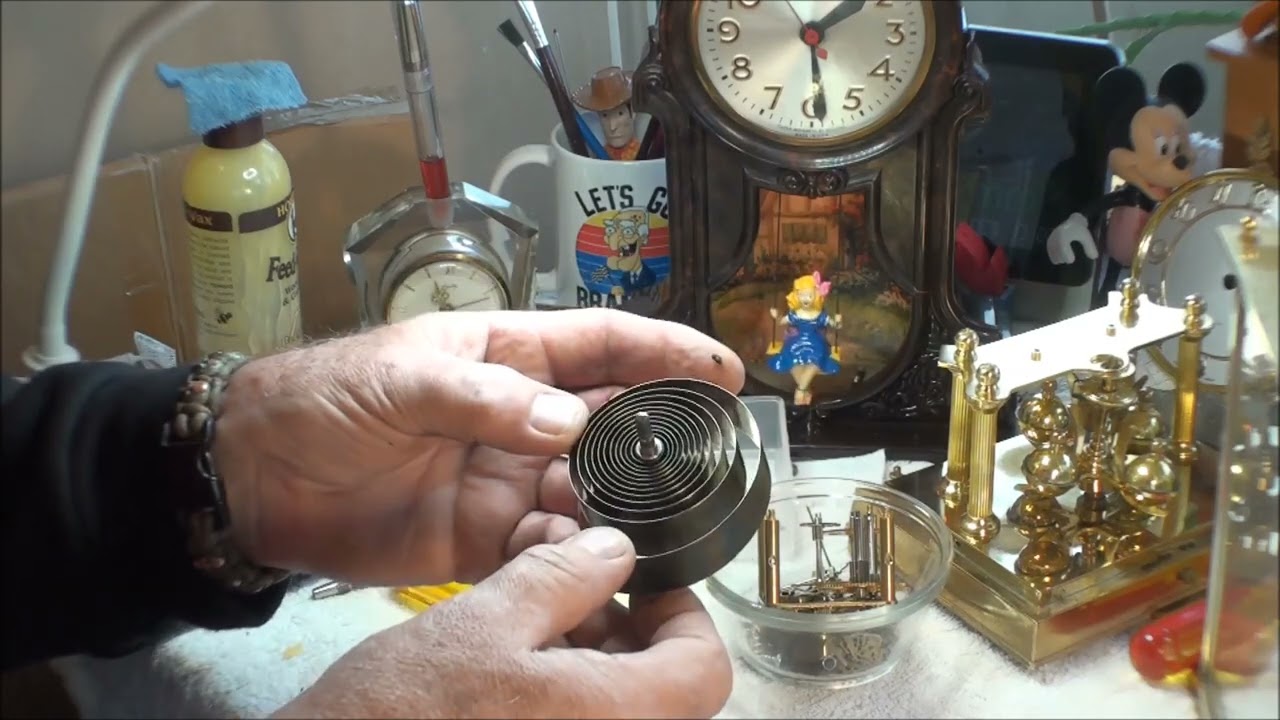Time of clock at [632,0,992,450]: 1:28
